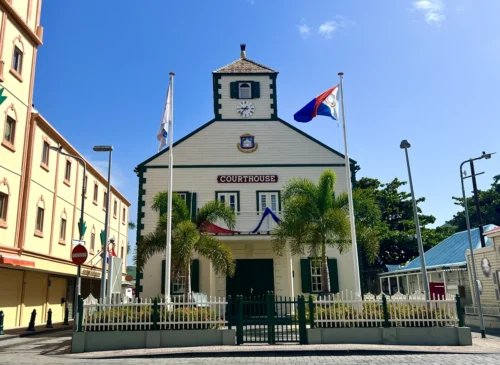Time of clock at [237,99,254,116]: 8:36
